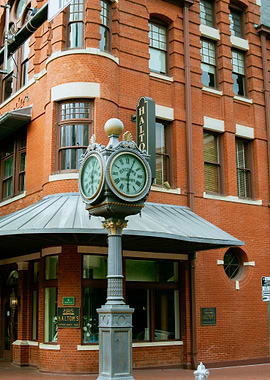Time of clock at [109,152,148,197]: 6:04
